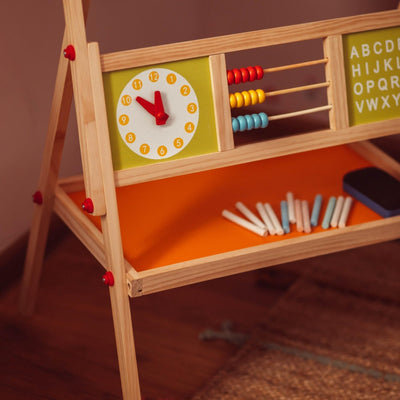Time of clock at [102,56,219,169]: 11:51
